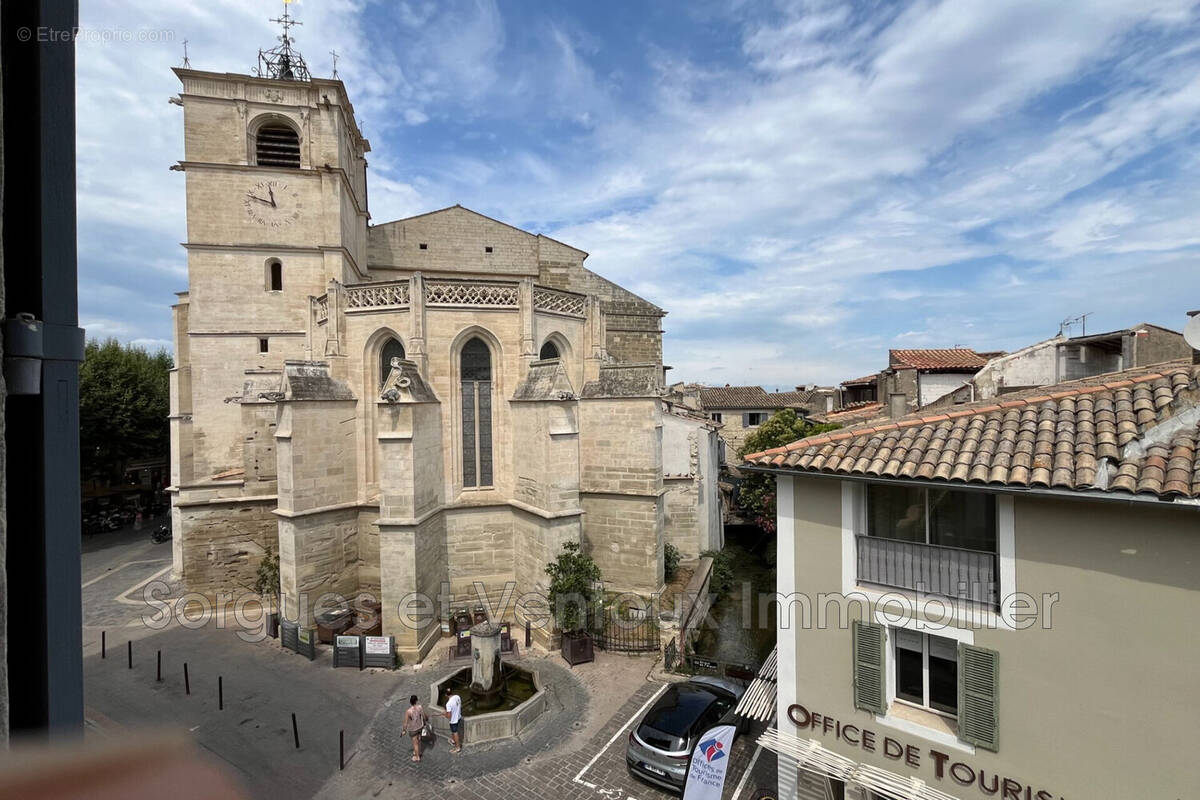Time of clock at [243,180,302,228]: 11:47
